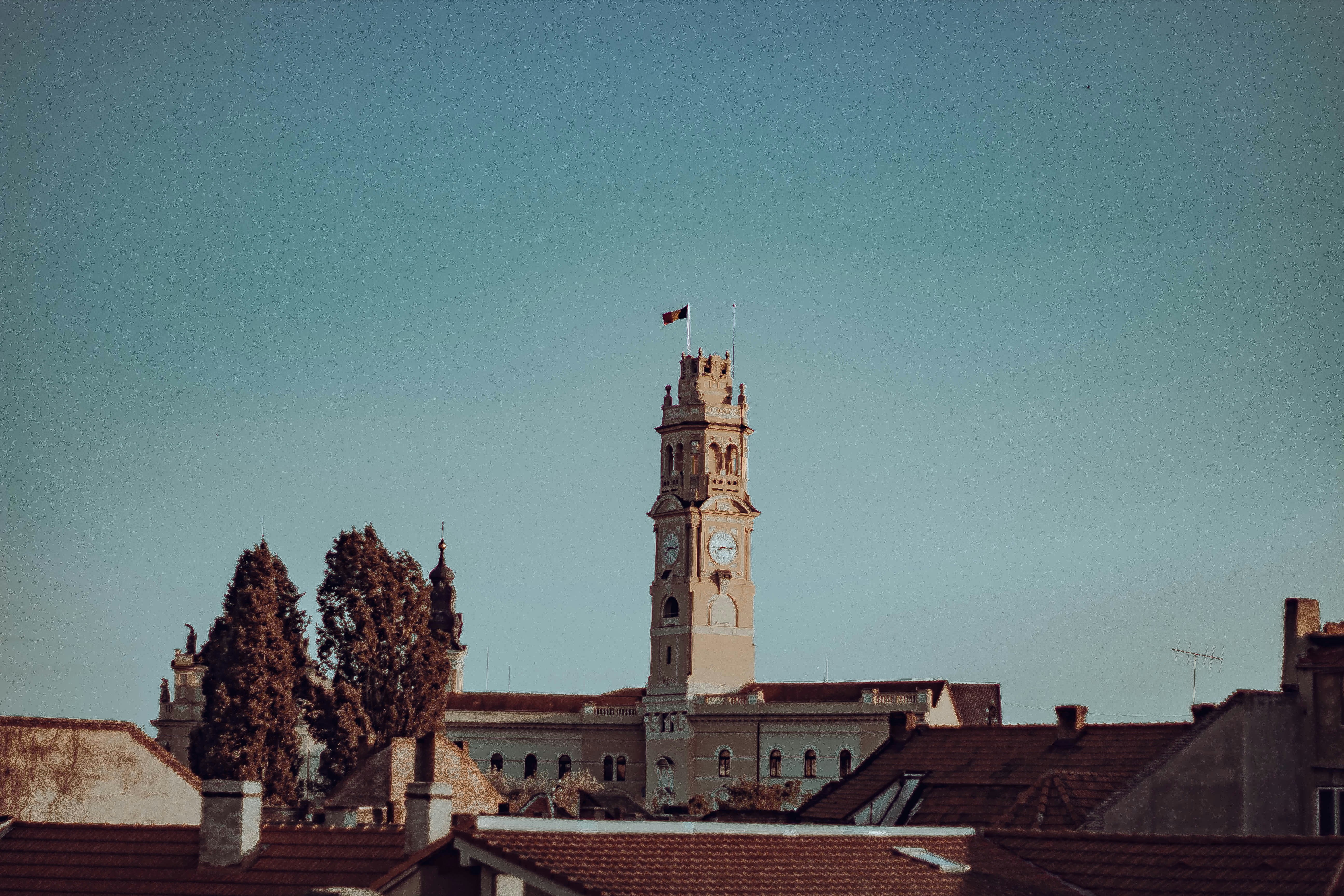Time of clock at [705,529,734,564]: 8:15
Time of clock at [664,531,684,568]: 9:16
